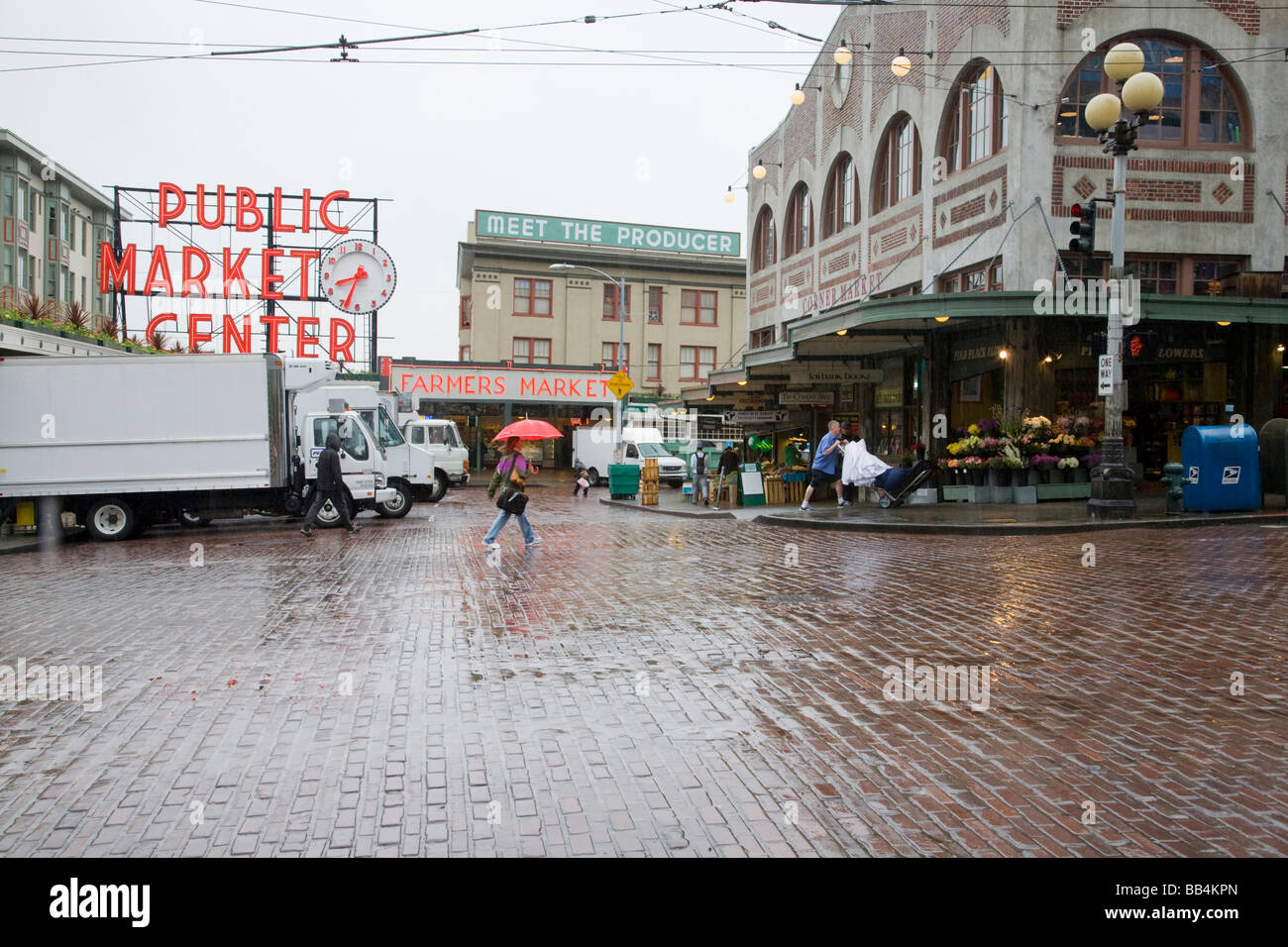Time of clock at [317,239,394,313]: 8:33
